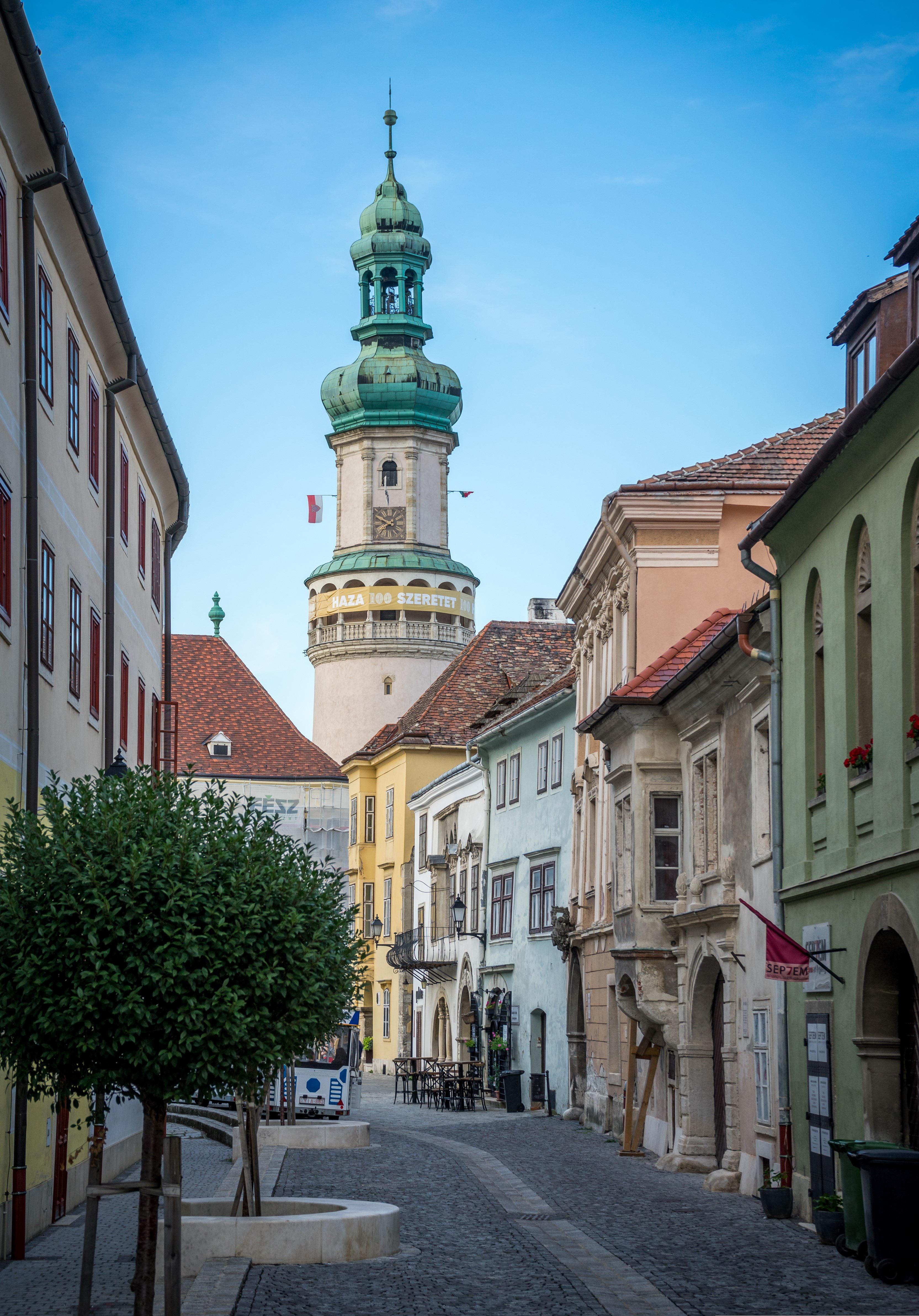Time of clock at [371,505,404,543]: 7:49
